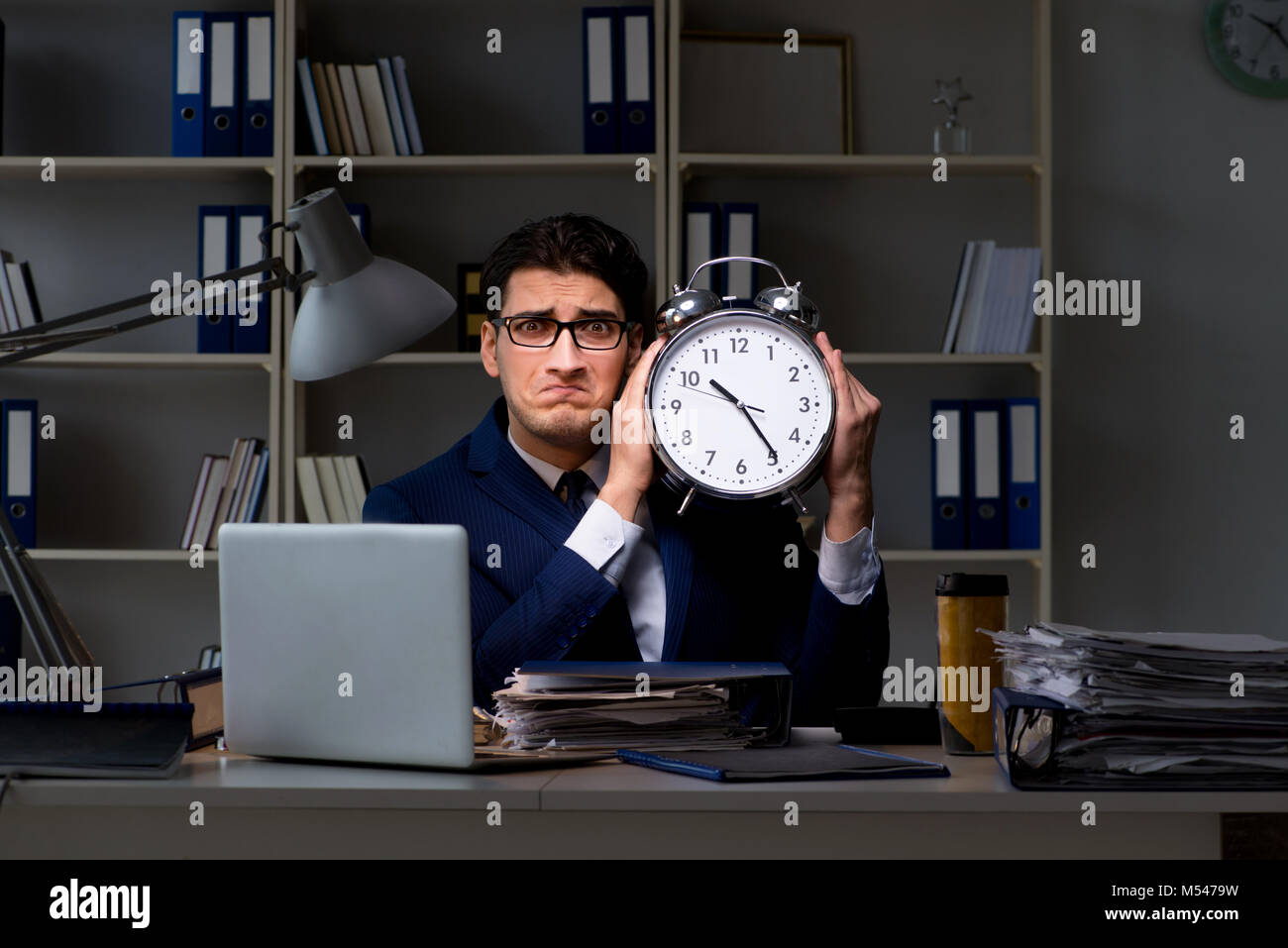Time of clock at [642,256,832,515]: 10:24
